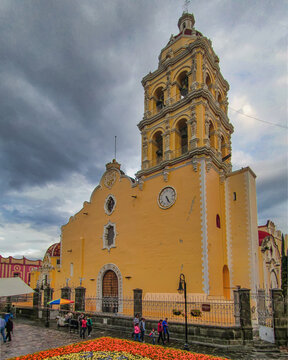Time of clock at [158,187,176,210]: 5:24
